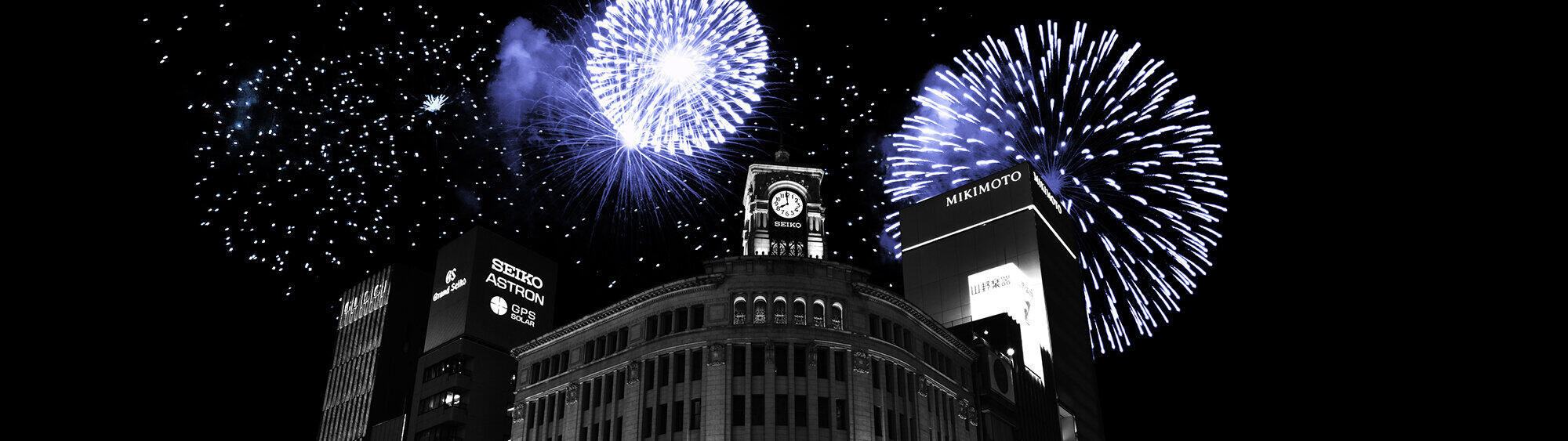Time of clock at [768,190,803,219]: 7:59
